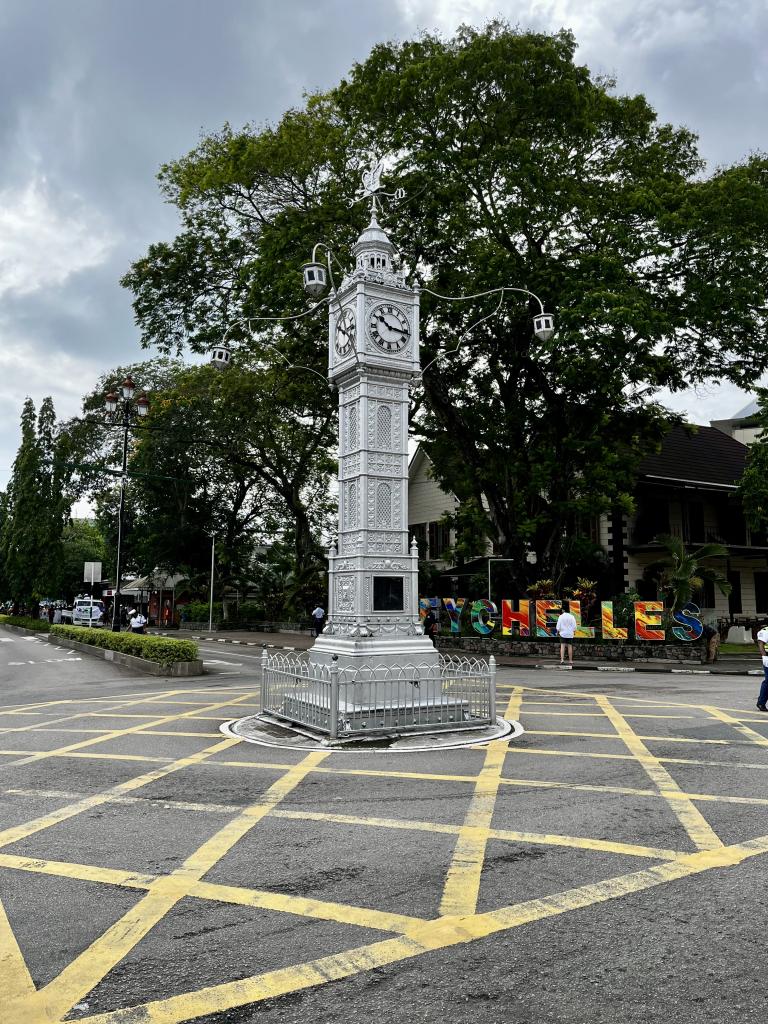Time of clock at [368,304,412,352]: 10:16
